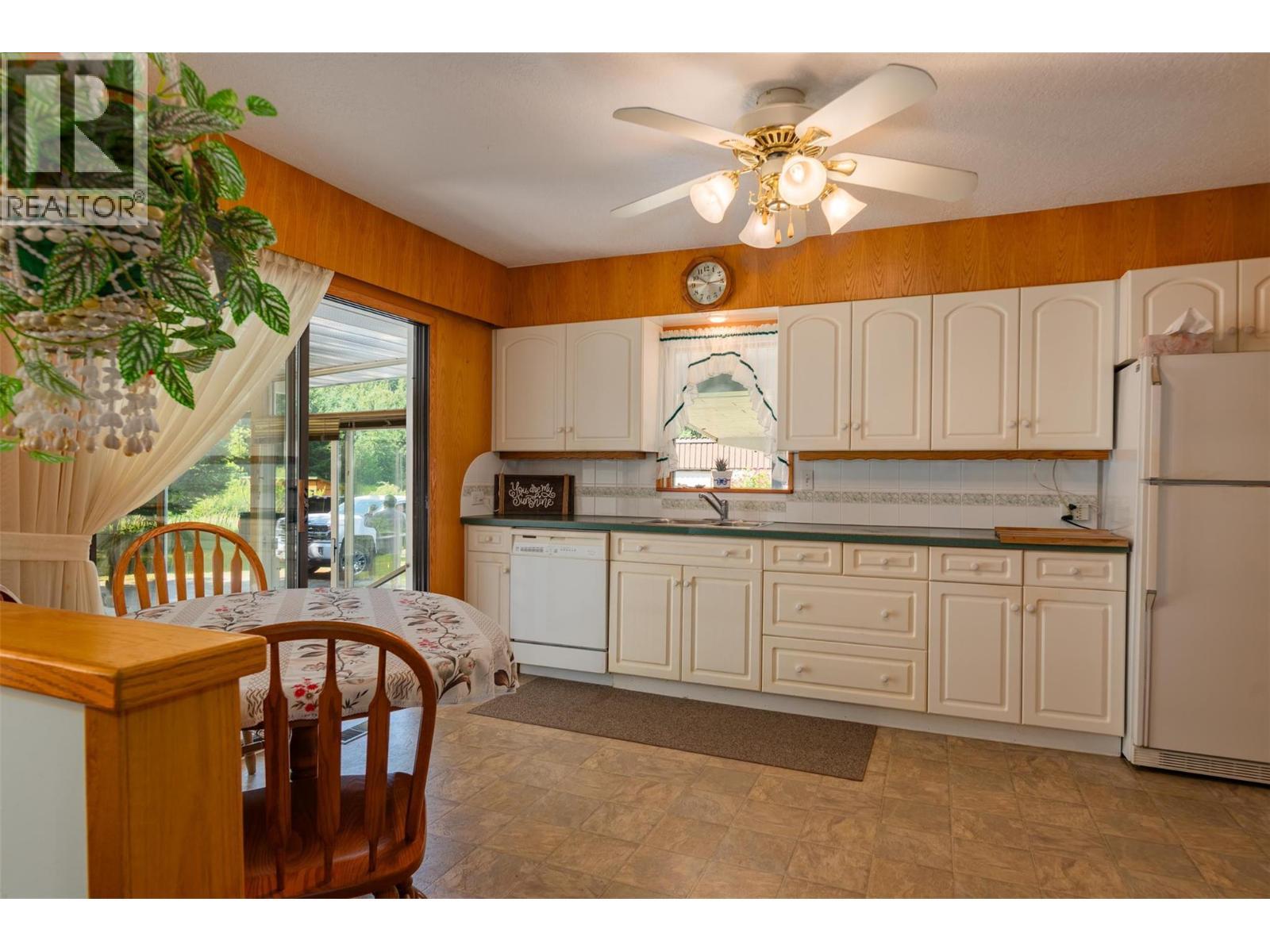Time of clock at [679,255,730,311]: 10:14
